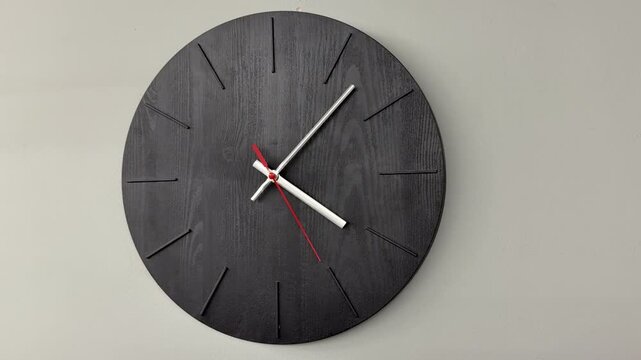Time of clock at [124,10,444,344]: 4:07
